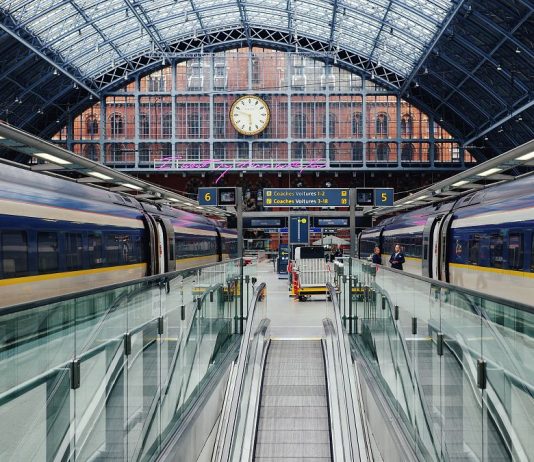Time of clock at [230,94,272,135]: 5:47
